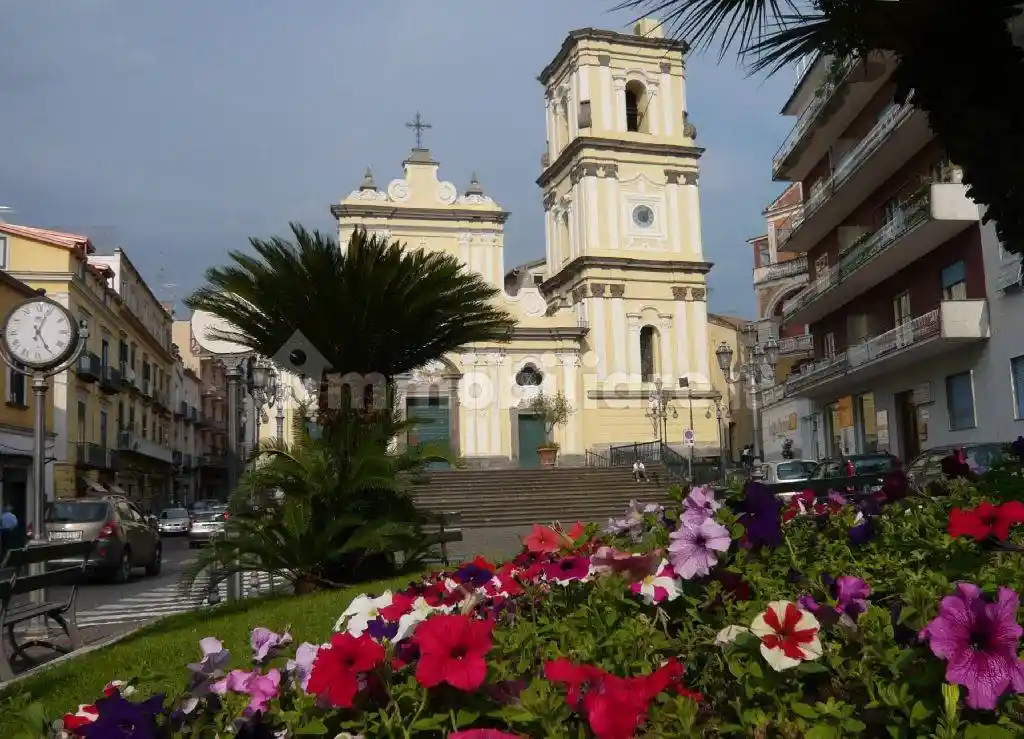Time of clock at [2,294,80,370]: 5:04
